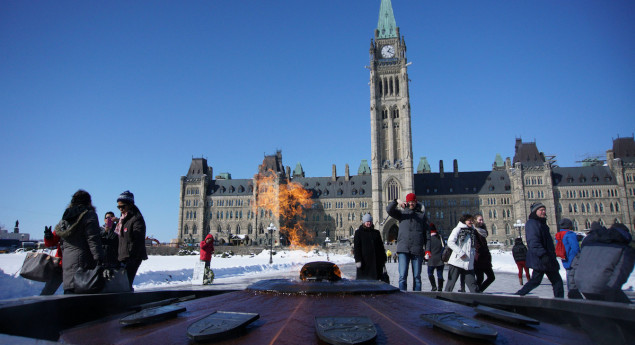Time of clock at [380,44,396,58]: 1:20
